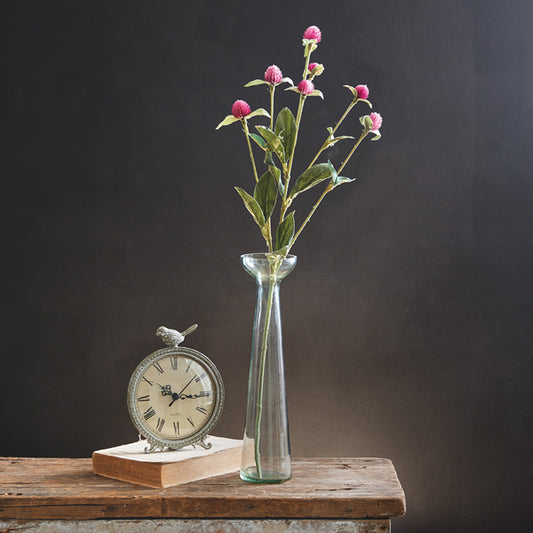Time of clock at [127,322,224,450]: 10:15
